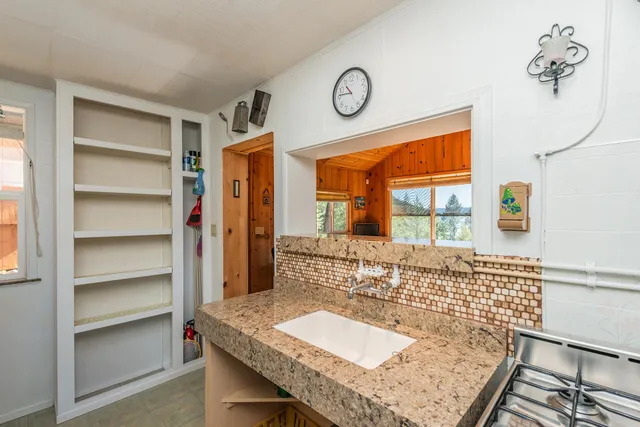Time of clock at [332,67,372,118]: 10:46
